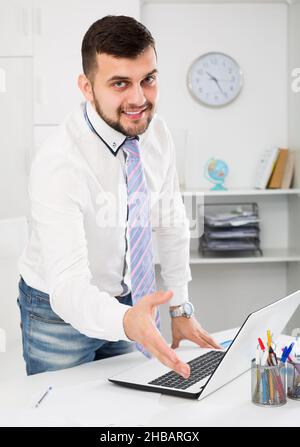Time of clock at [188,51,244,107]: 10:25
